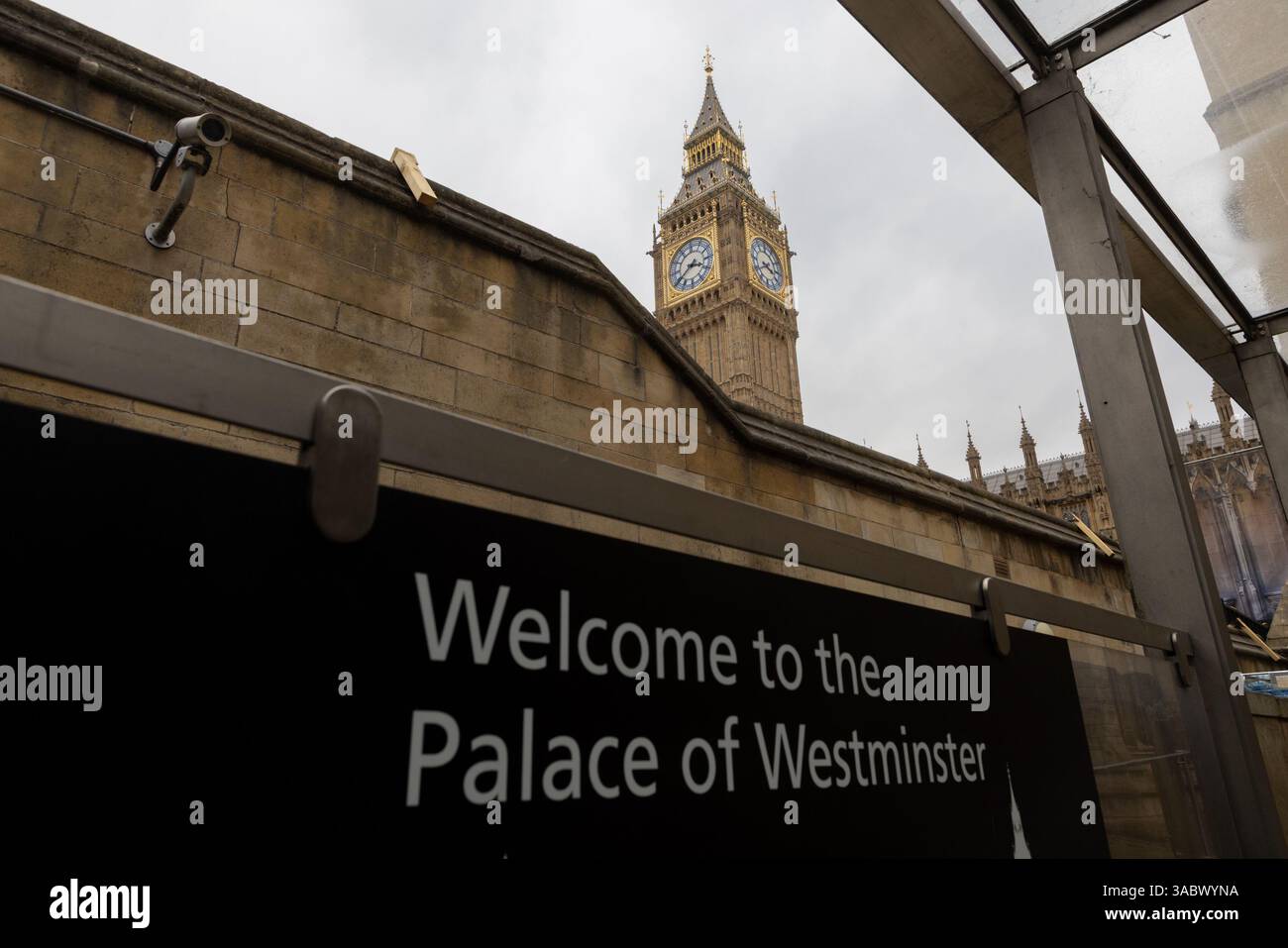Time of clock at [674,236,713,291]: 3:39
